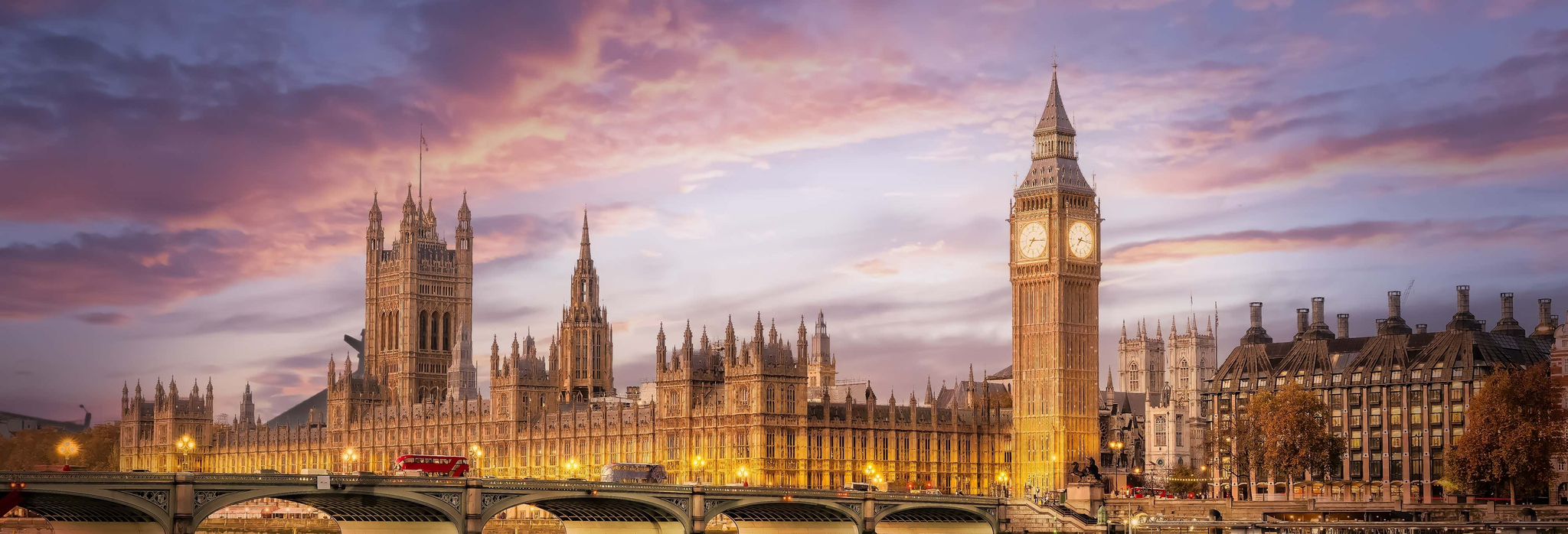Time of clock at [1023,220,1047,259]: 7:15
